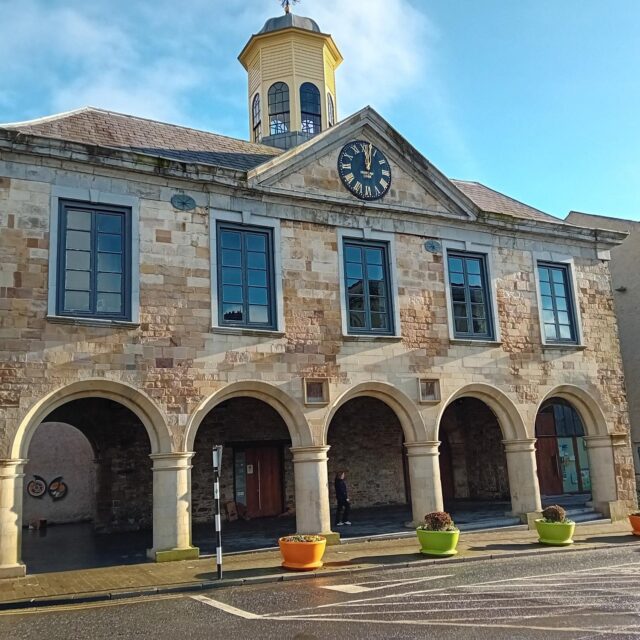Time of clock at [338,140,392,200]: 12:02
